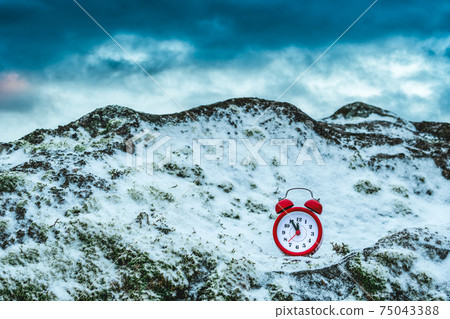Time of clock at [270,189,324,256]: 11:54
